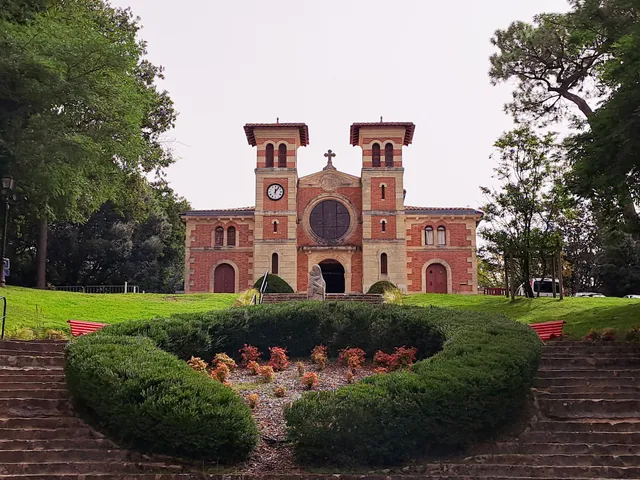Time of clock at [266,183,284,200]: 12:06
